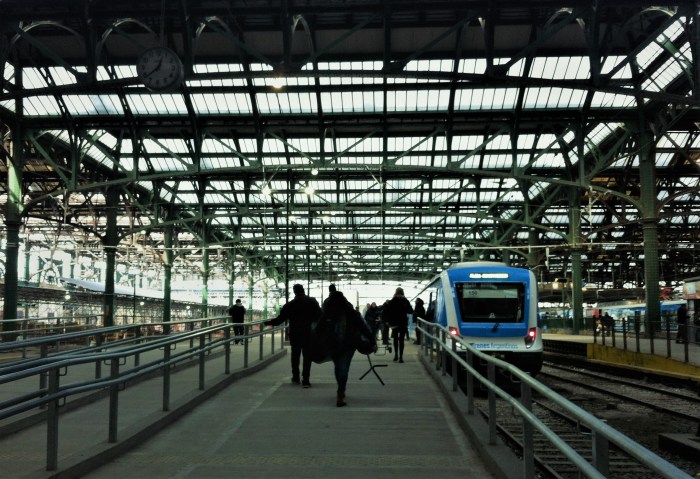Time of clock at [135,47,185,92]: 12:38
